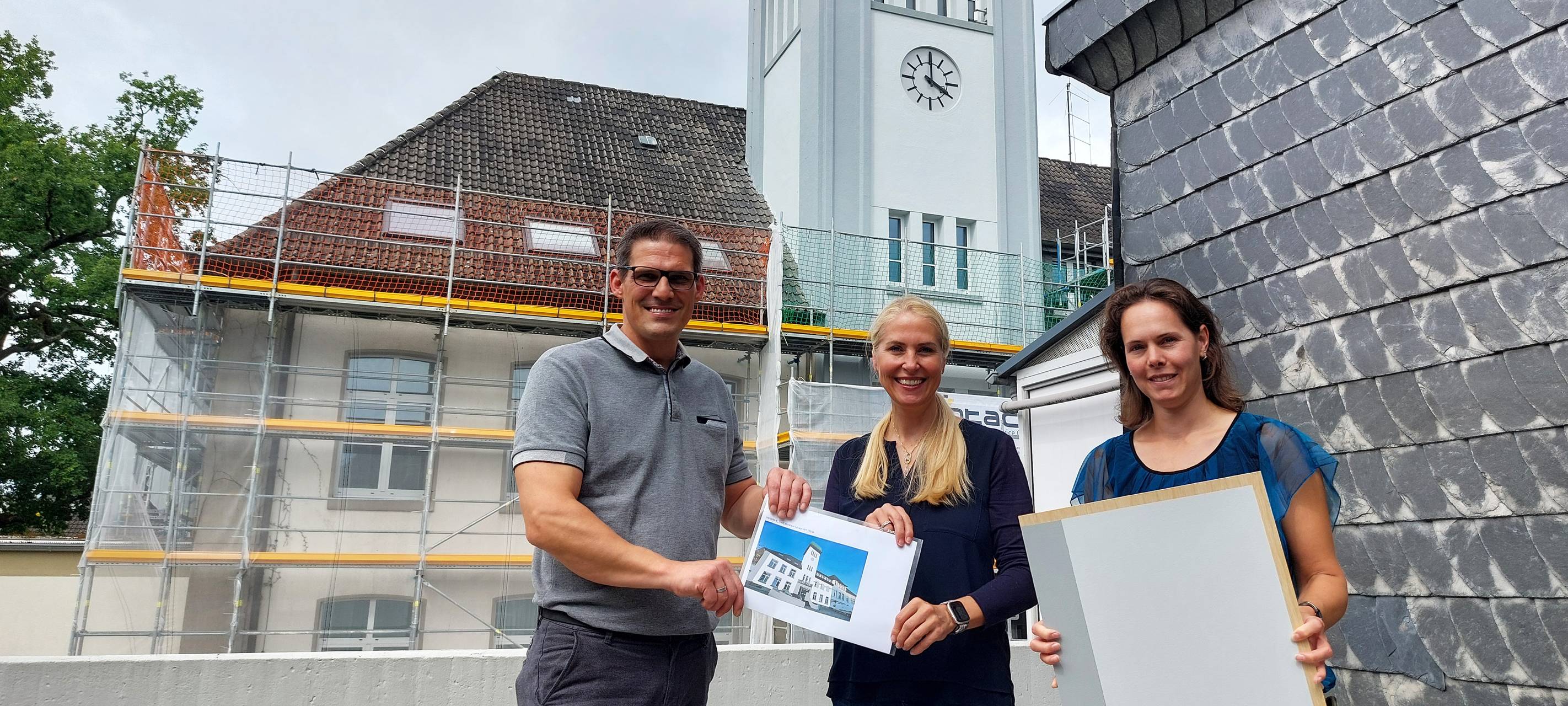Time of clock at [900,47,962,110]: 4:00
